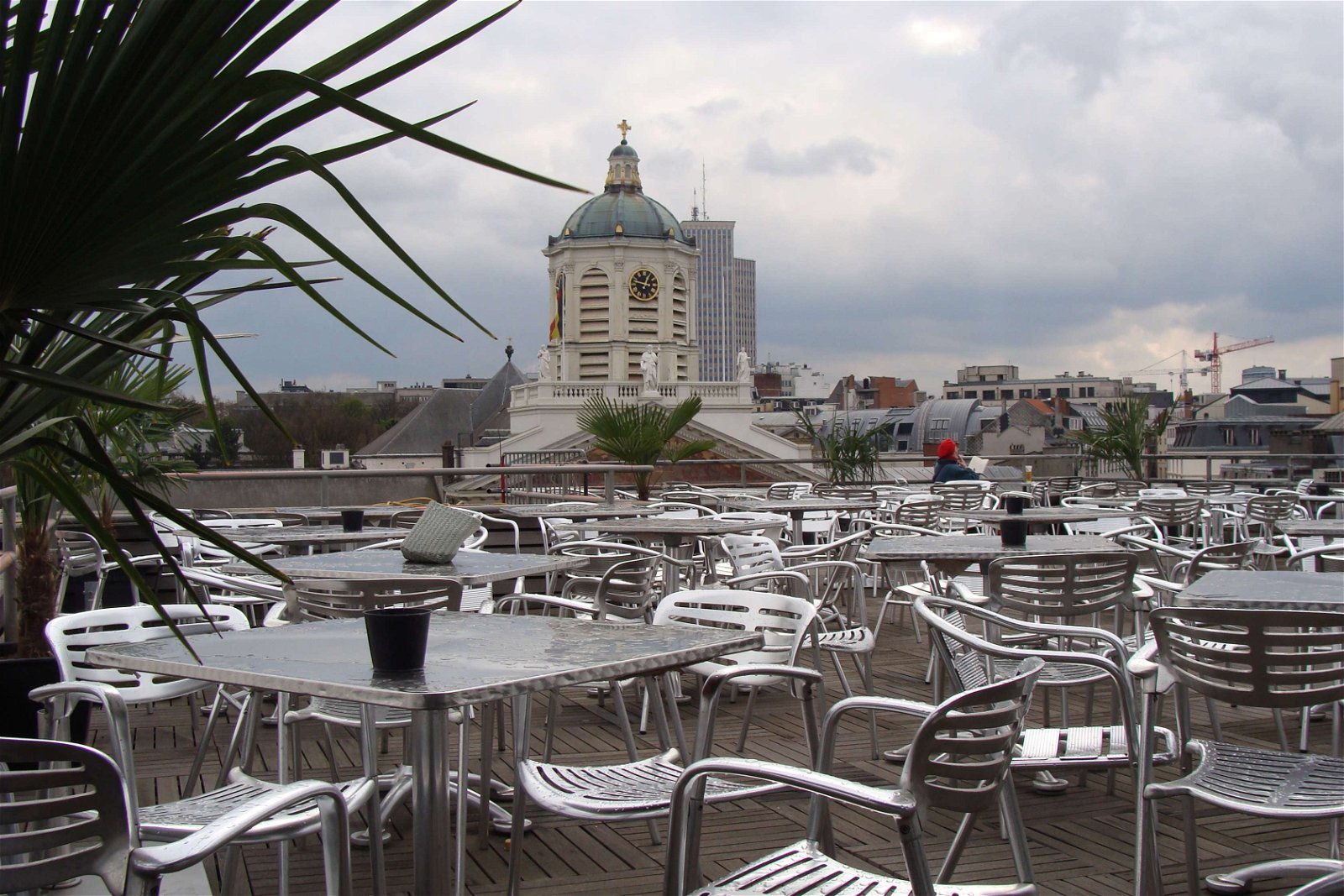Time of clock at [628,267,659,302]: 12:47
